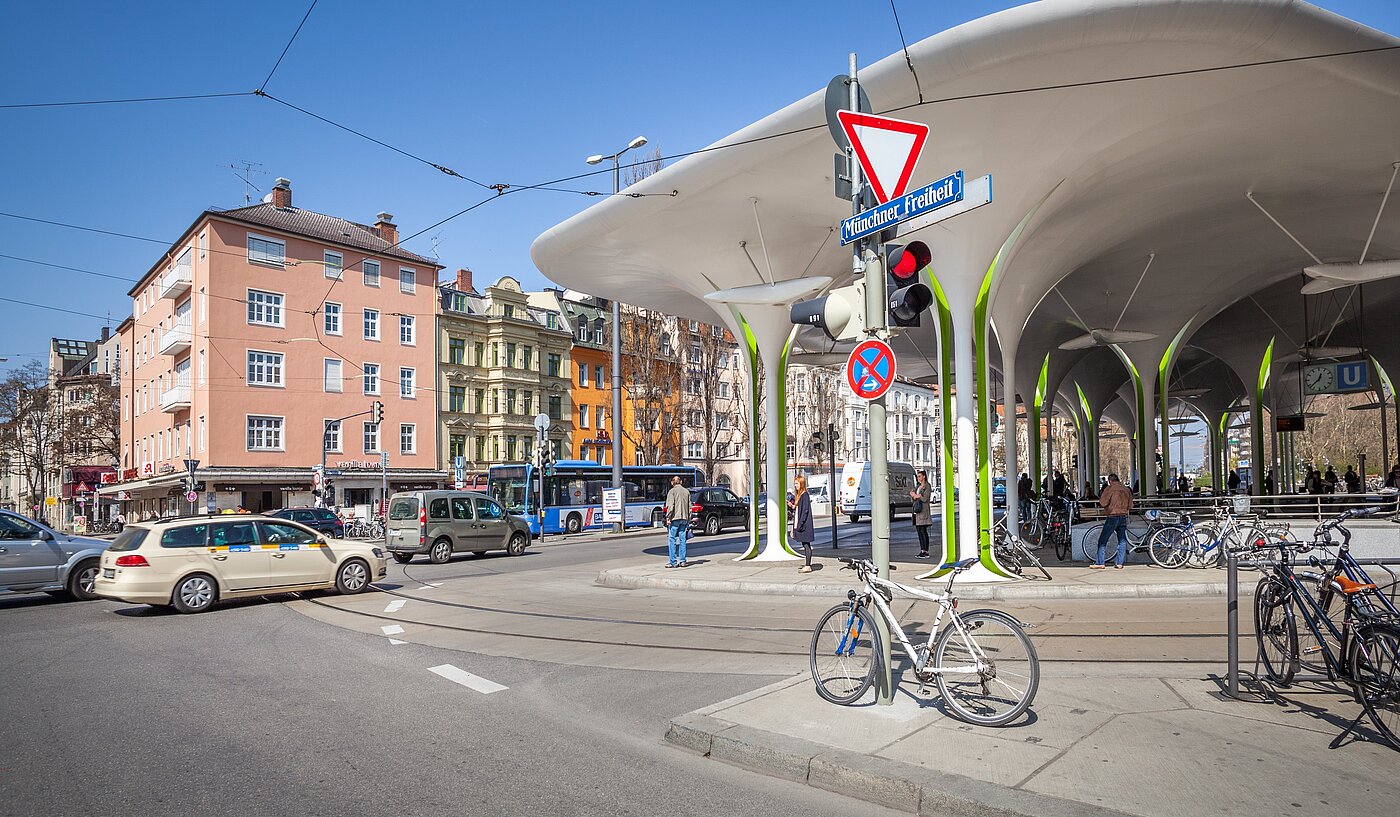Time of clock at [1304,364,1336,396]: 12:37
